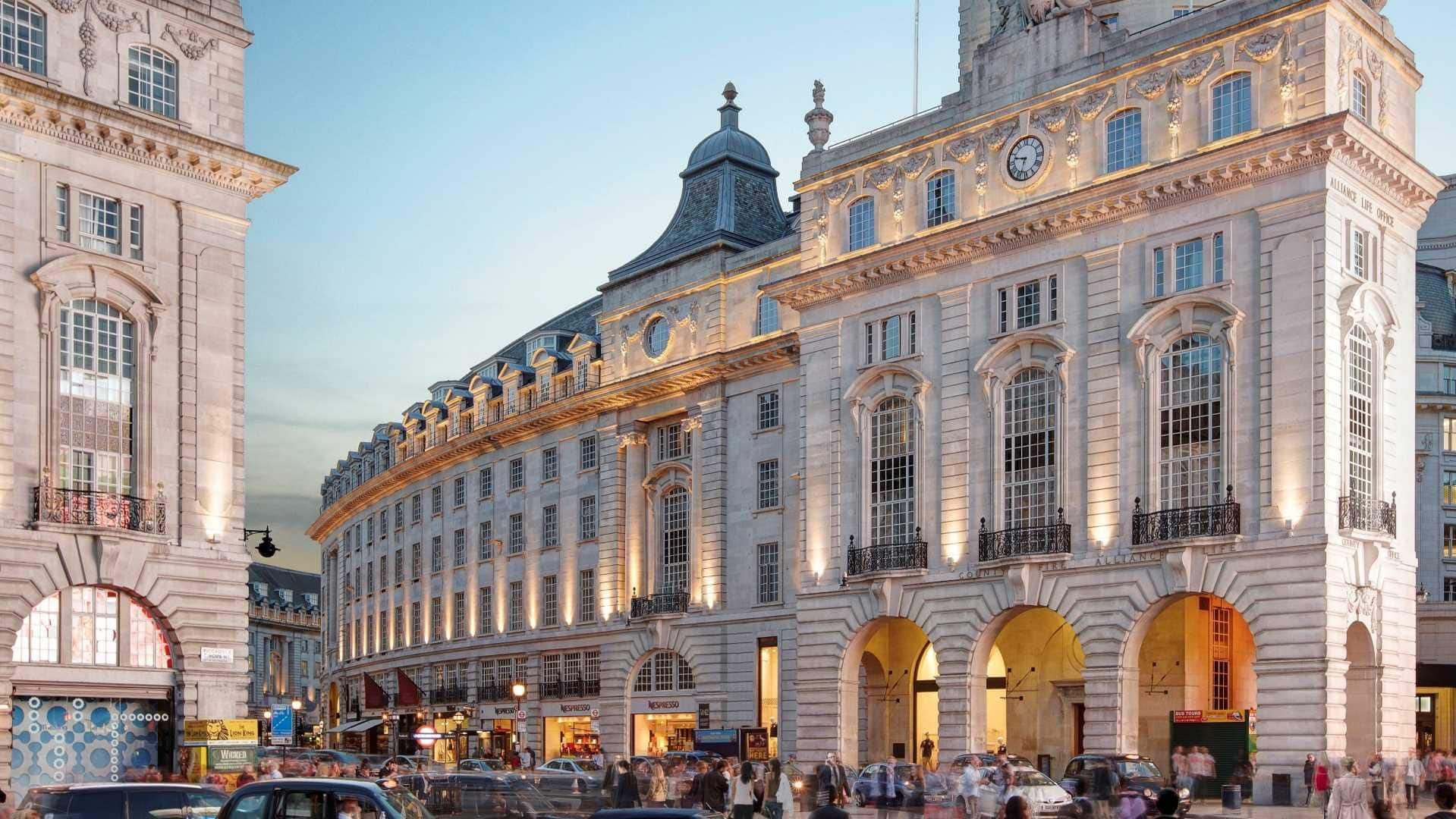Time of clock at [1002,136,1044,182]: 9:33
